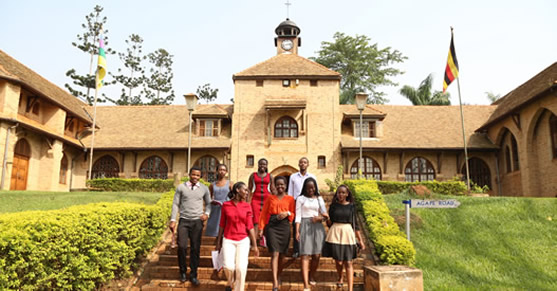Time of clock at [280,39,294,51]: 2:42
